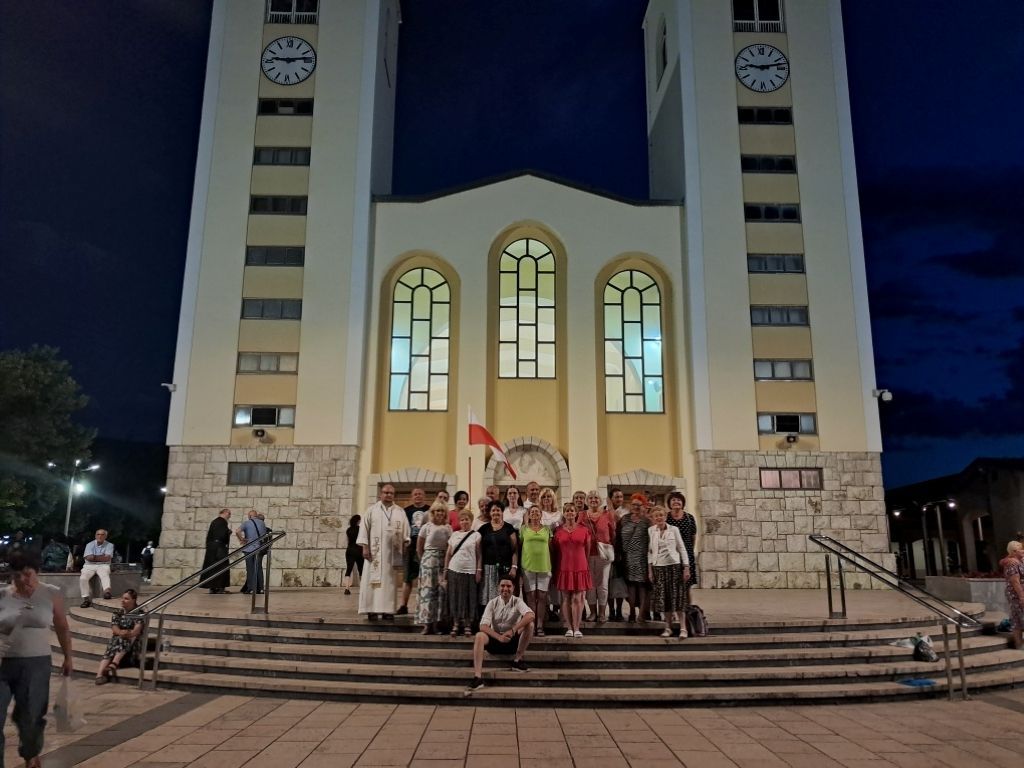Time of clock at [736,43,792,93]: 9:12
